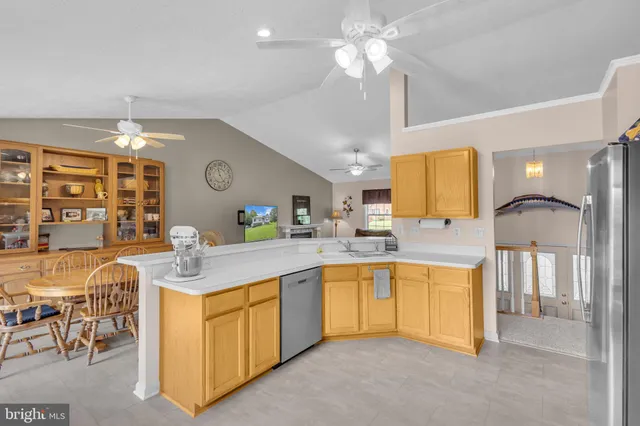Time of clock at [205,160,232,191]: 11:23
